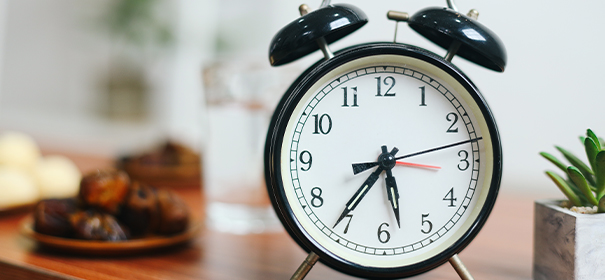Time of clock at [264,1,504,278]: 5:36
